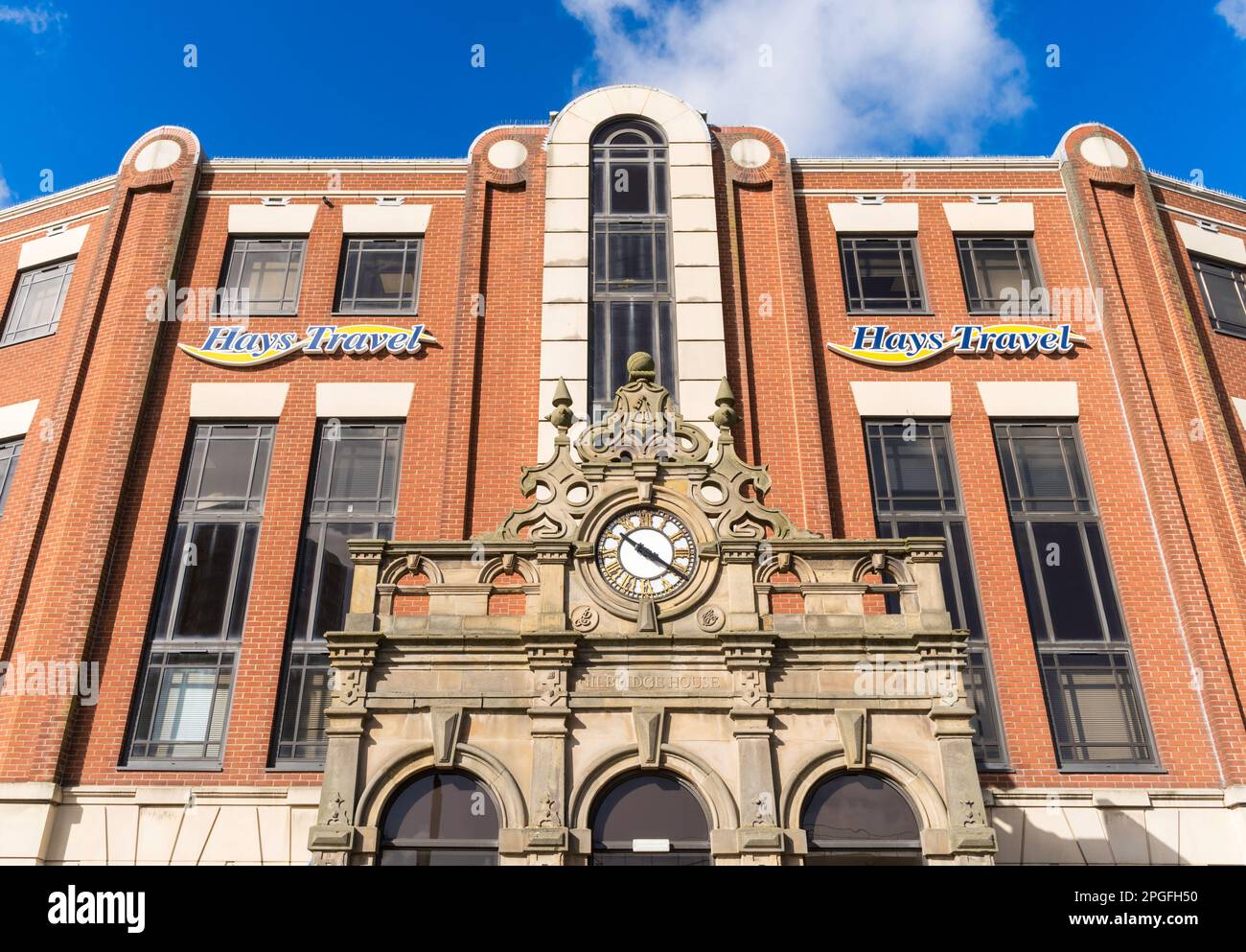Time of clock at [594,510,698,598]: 10:20
